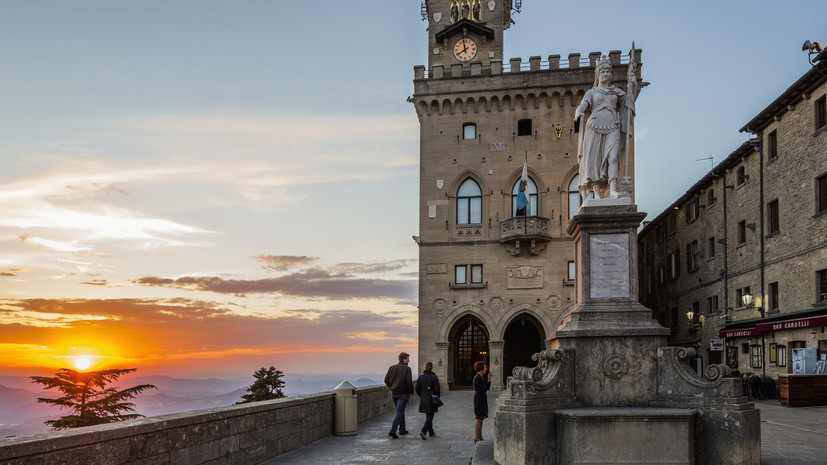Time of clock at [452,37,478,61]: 7:58
